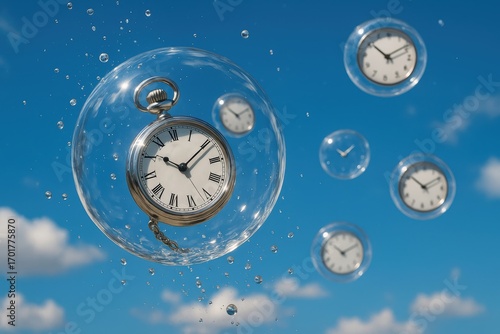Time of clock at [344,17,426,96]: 10:09
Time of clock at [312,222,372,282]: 10:09
